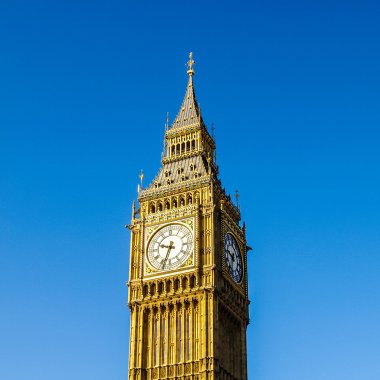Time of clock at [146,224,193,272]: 9:33
